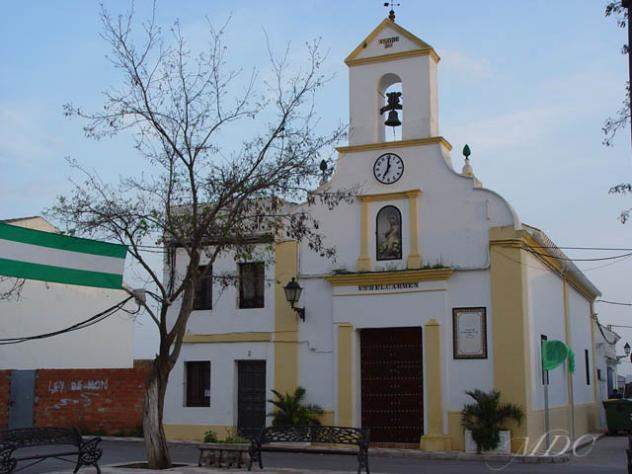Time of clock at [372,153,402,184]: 7:00
